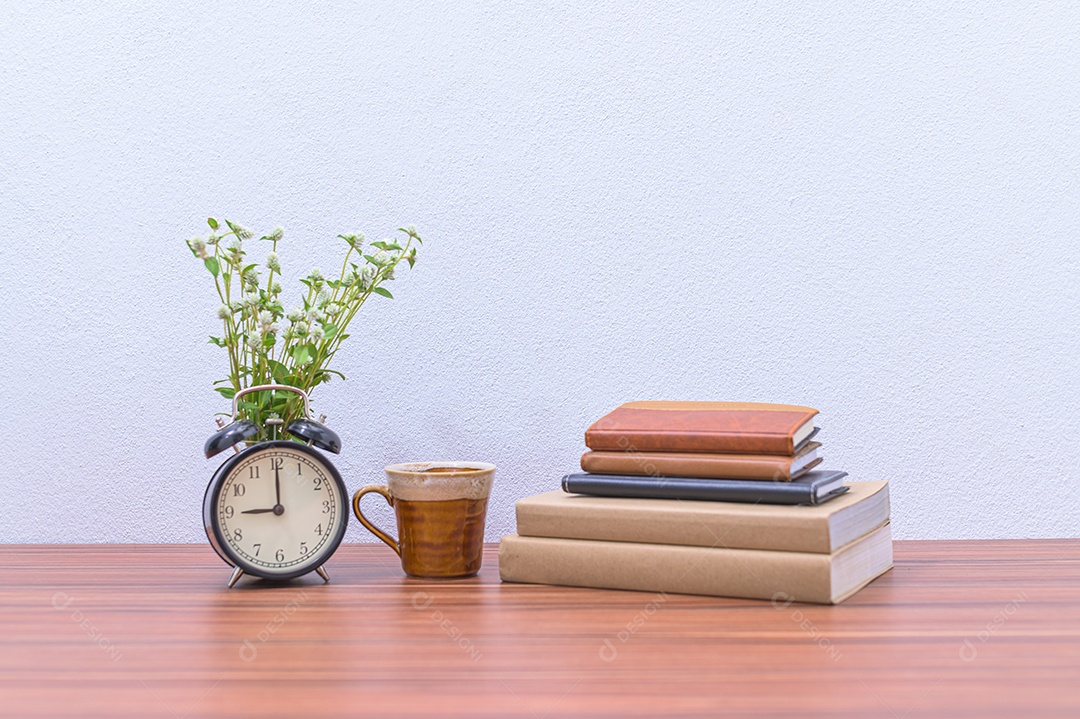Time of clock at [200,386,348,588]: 9:00
